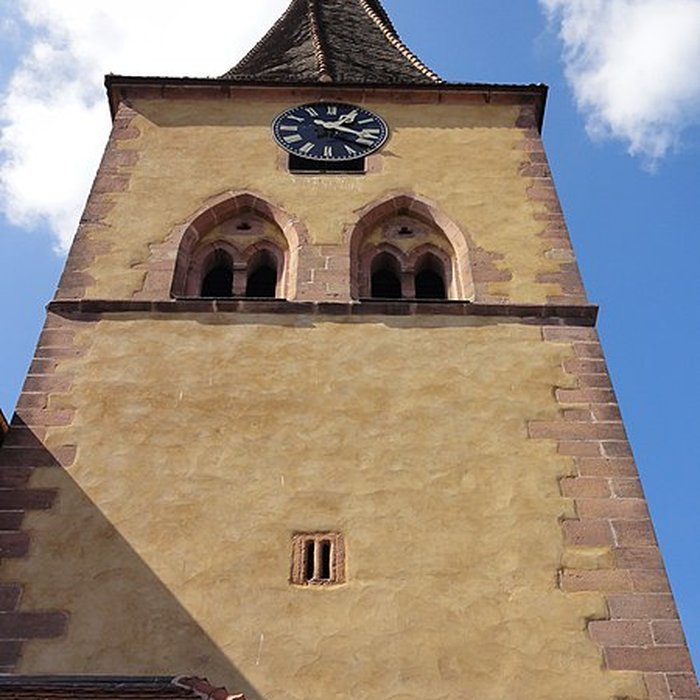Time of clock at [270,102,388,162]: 1:18
